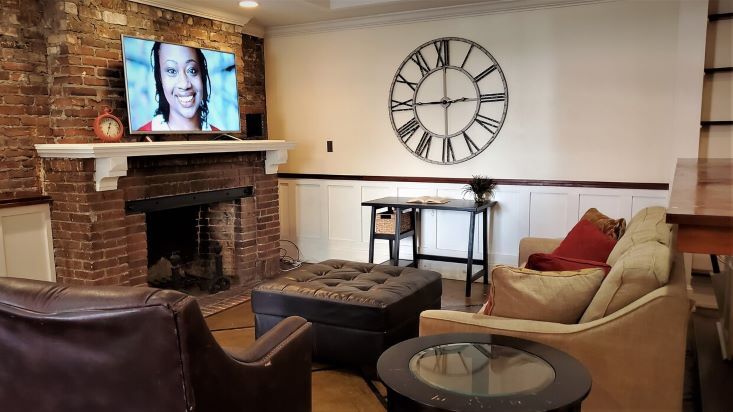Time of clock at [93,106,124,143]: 12:32
